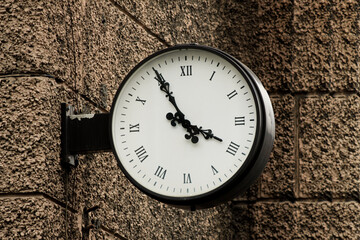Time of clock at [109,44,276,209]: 3:55
